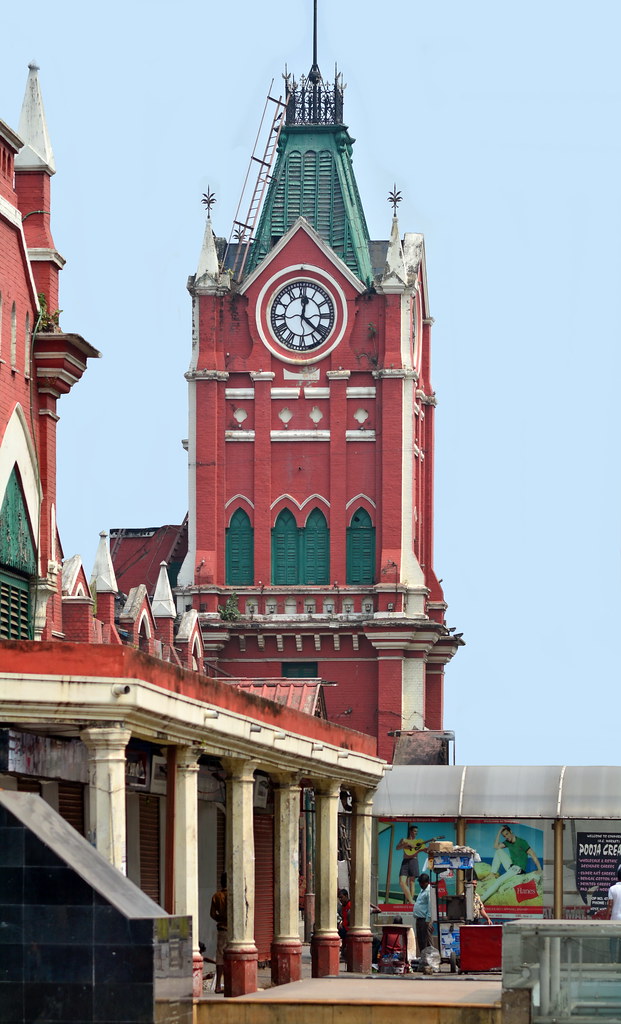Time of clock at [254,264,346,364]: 12:22
